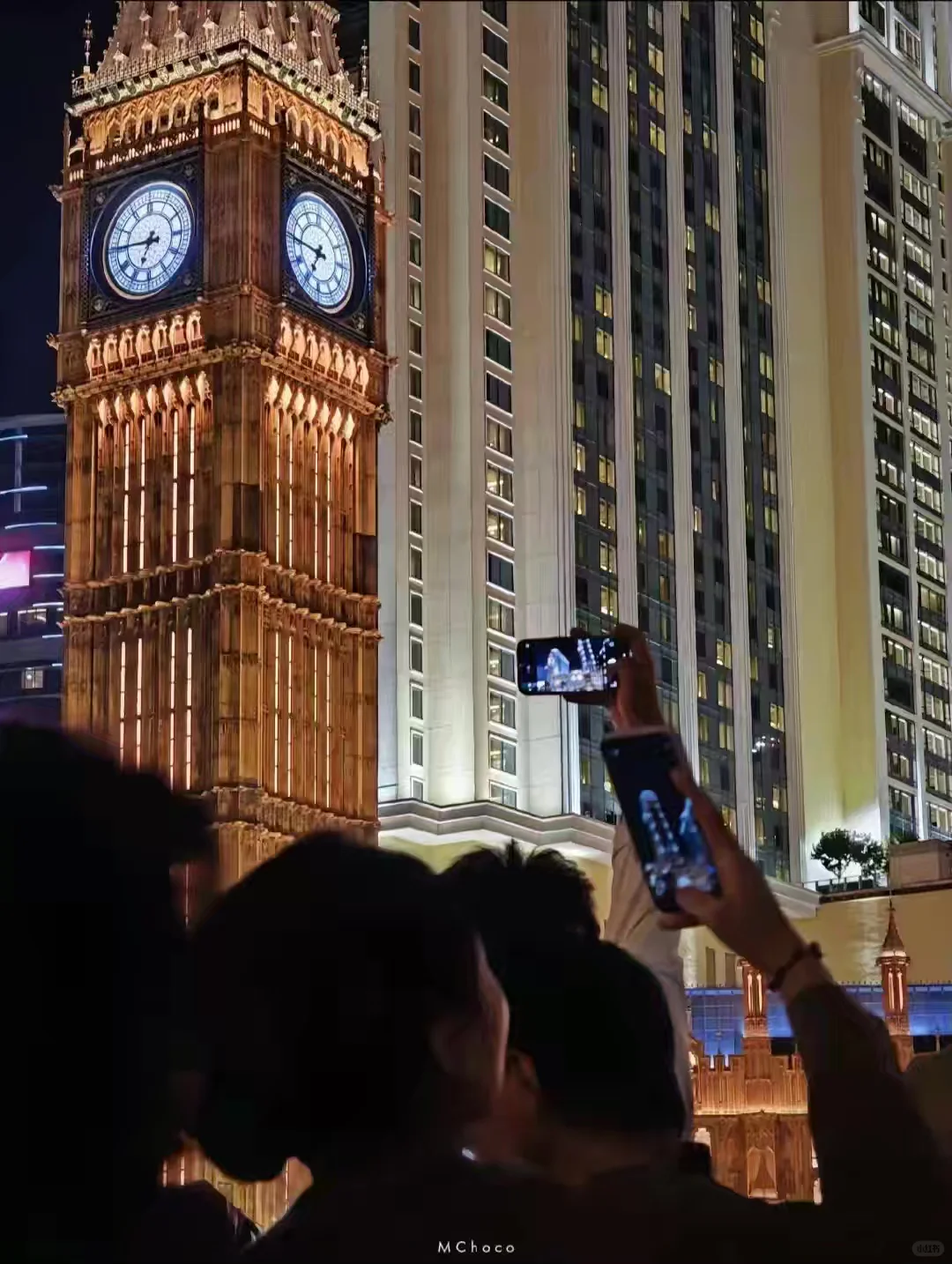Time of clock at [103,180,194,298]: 6:45
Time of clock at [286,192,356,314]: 6:45
